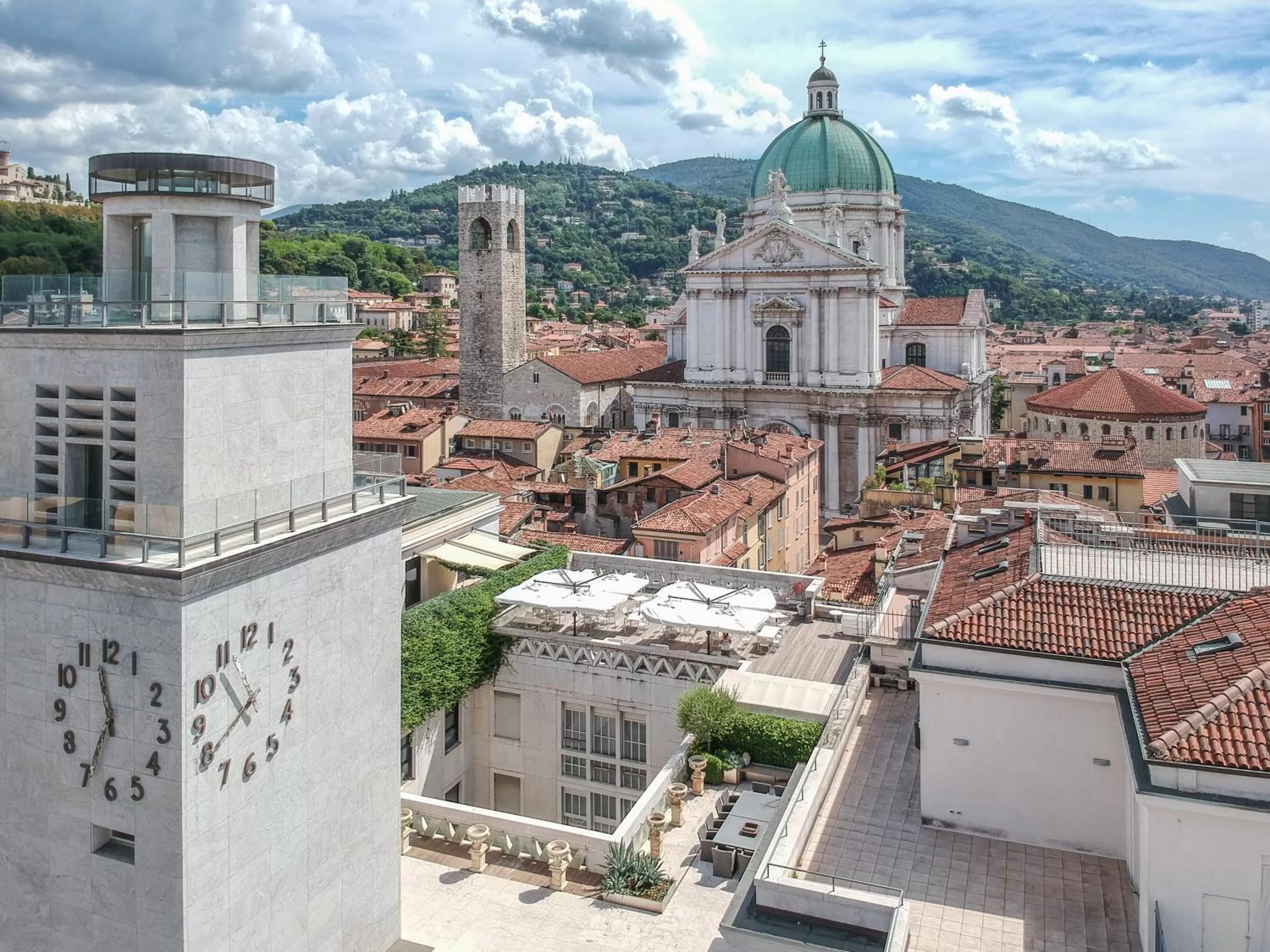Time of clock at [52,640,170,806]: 11:34
